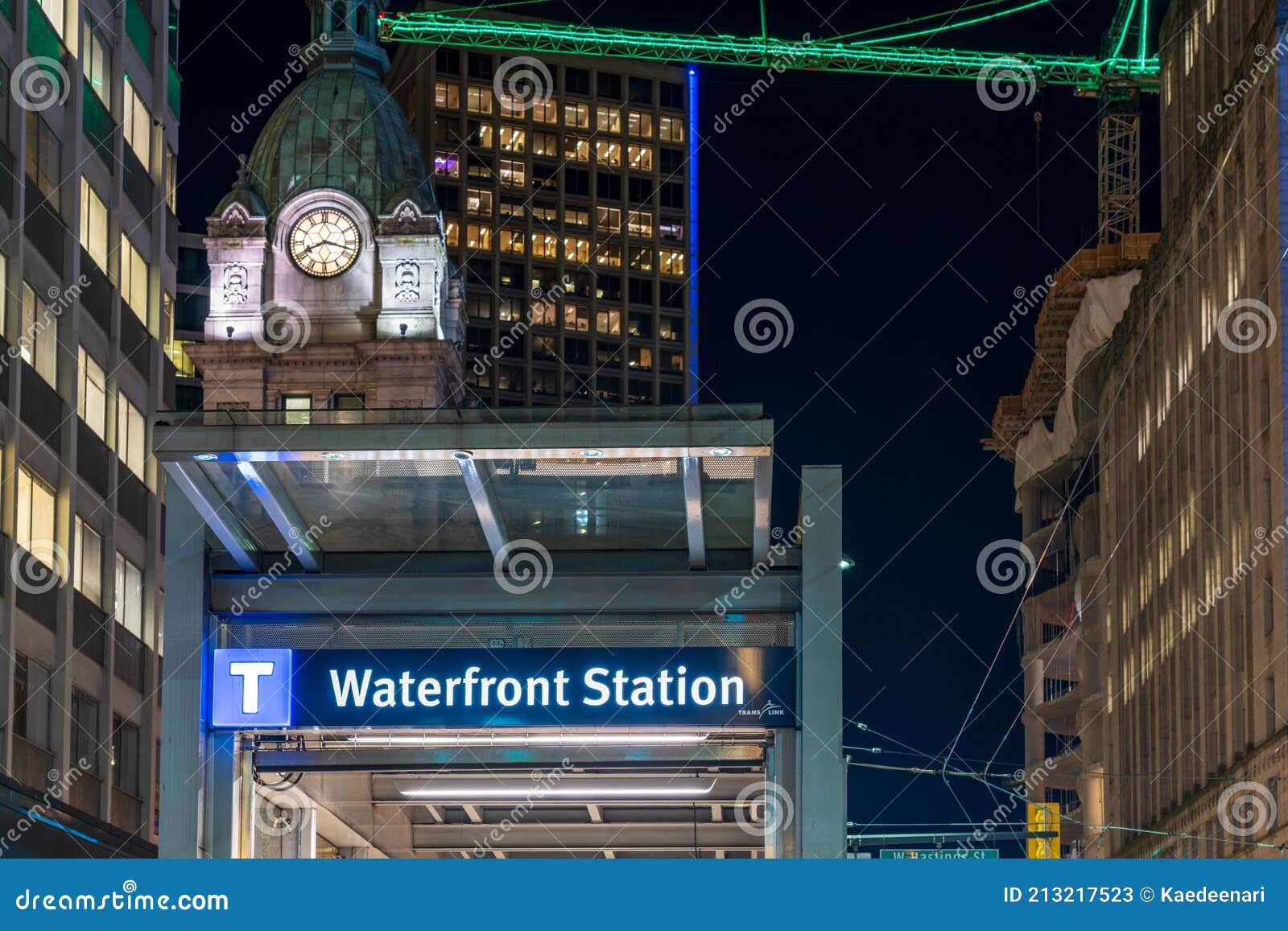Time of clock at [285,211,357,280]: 8:17
